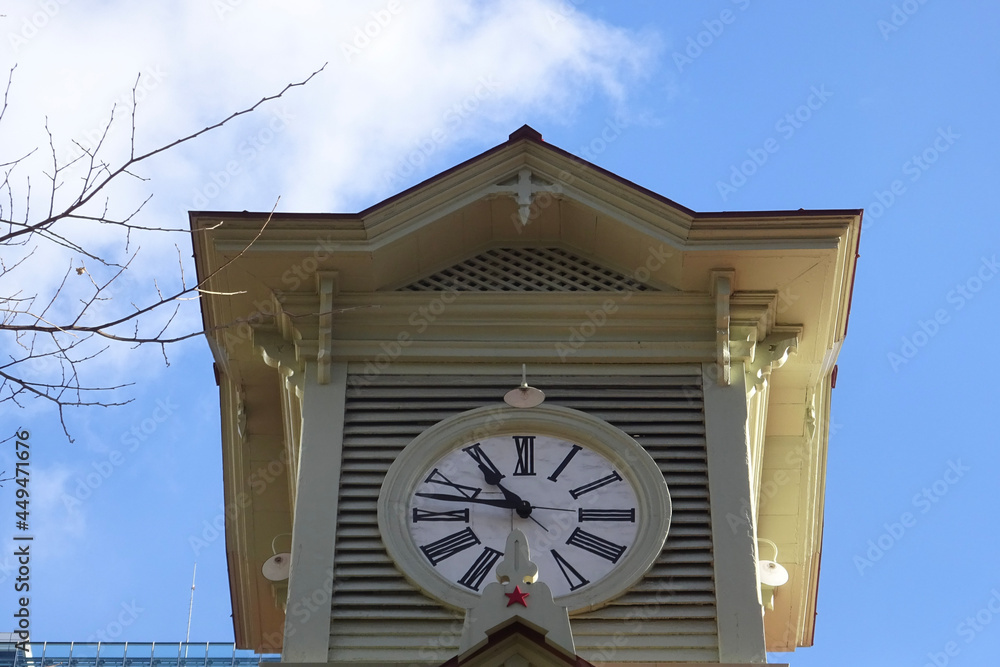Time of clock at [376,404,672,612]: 10:47
